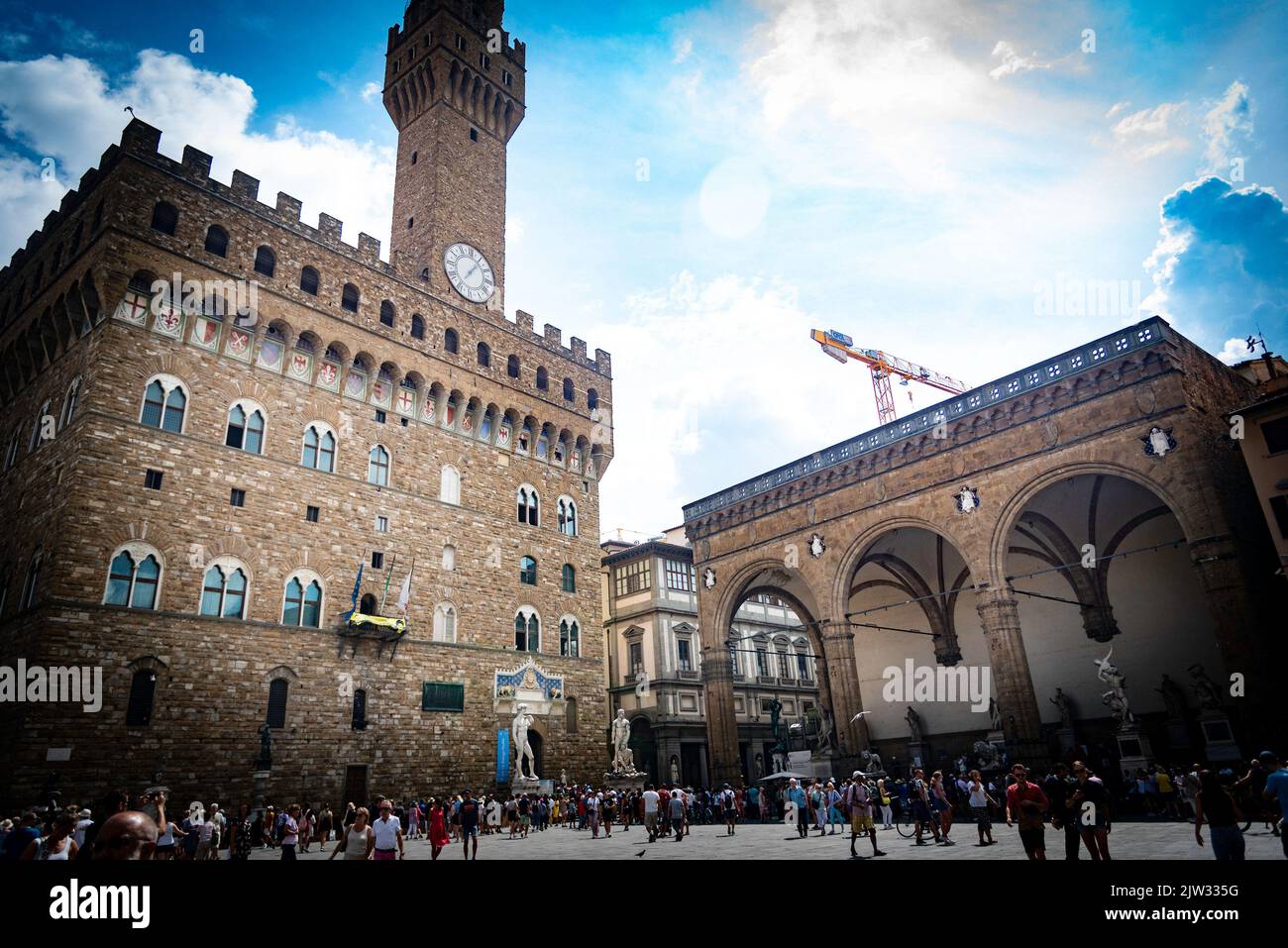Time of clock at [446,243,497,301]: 7:06
